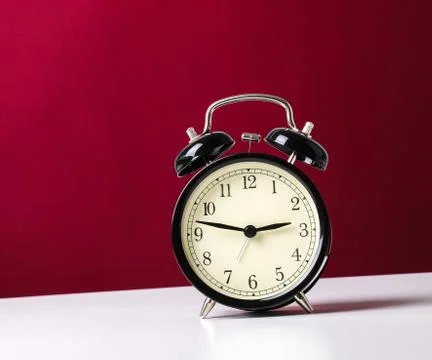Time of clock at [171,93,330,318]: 2:47
